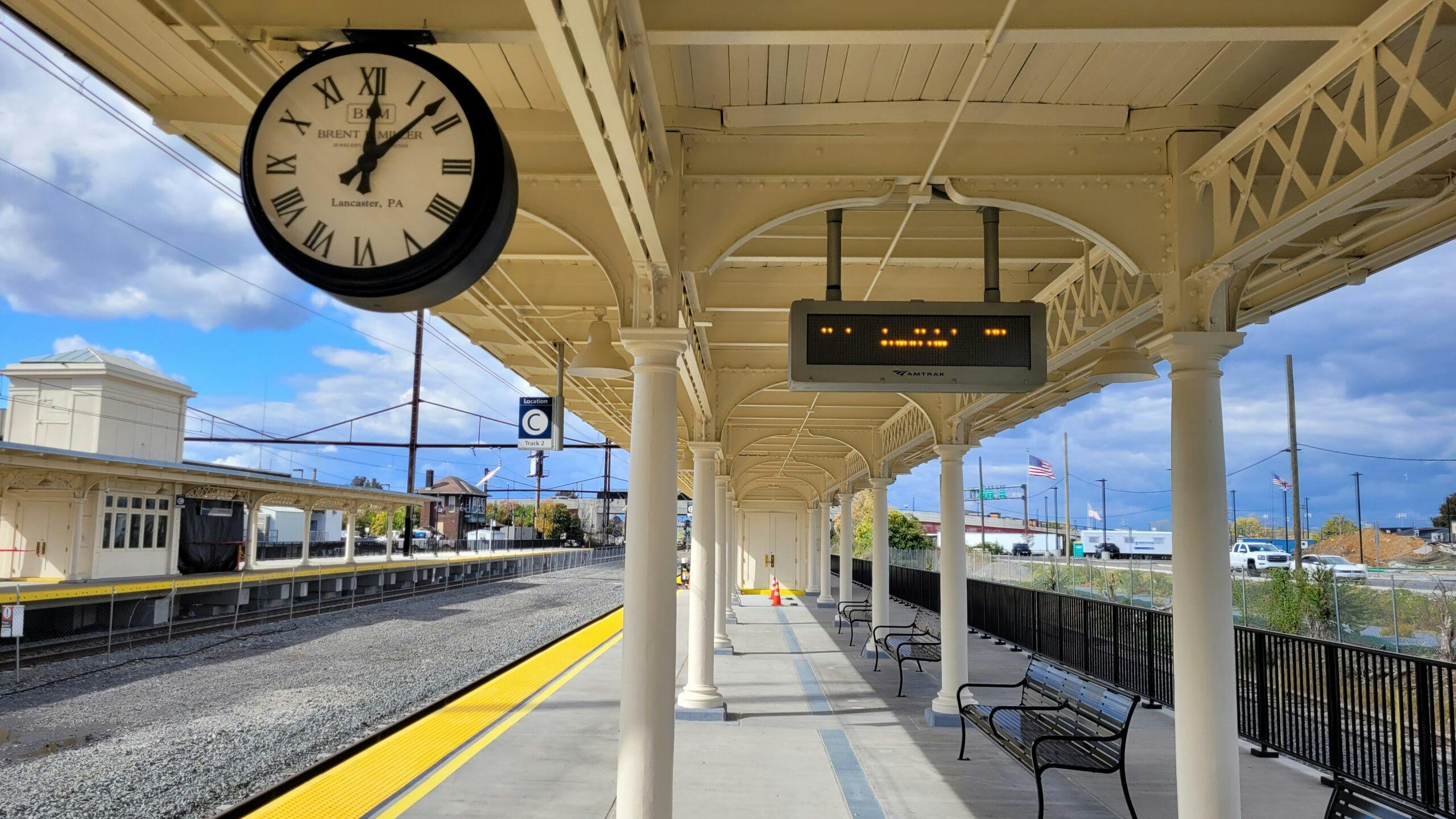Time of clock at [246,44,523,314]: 12:07
